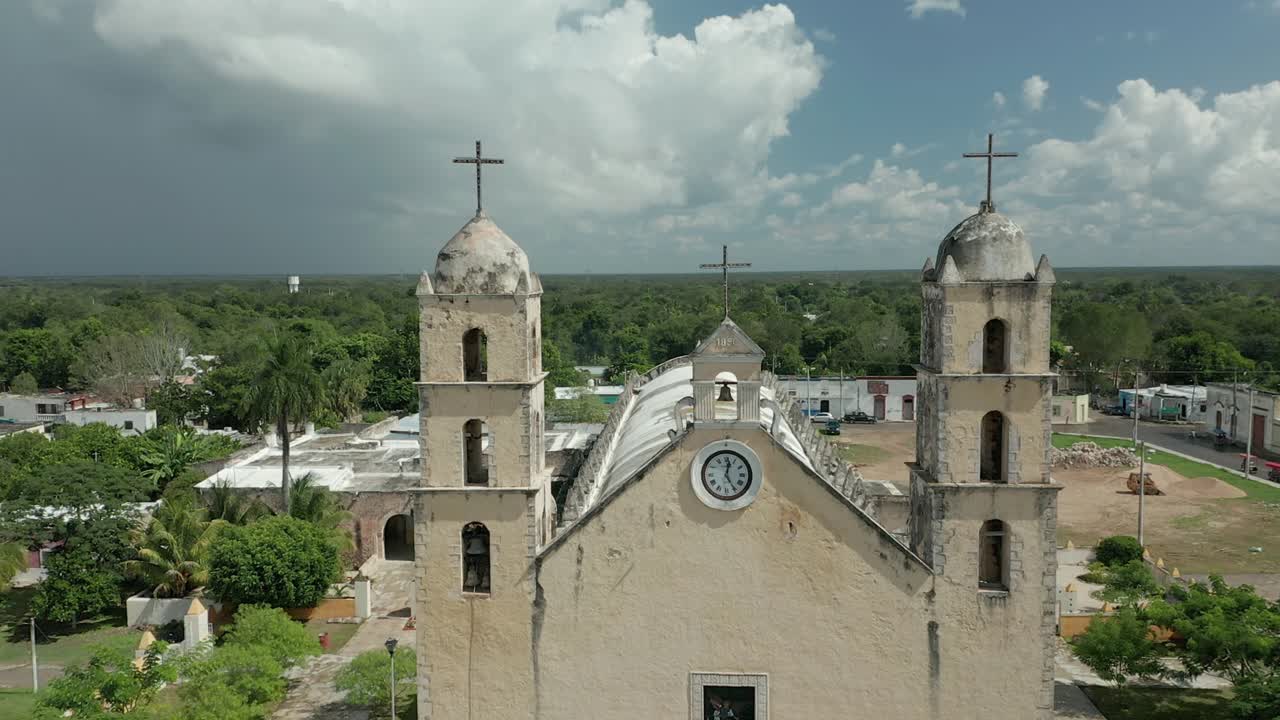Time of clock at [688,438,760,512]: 12:24
